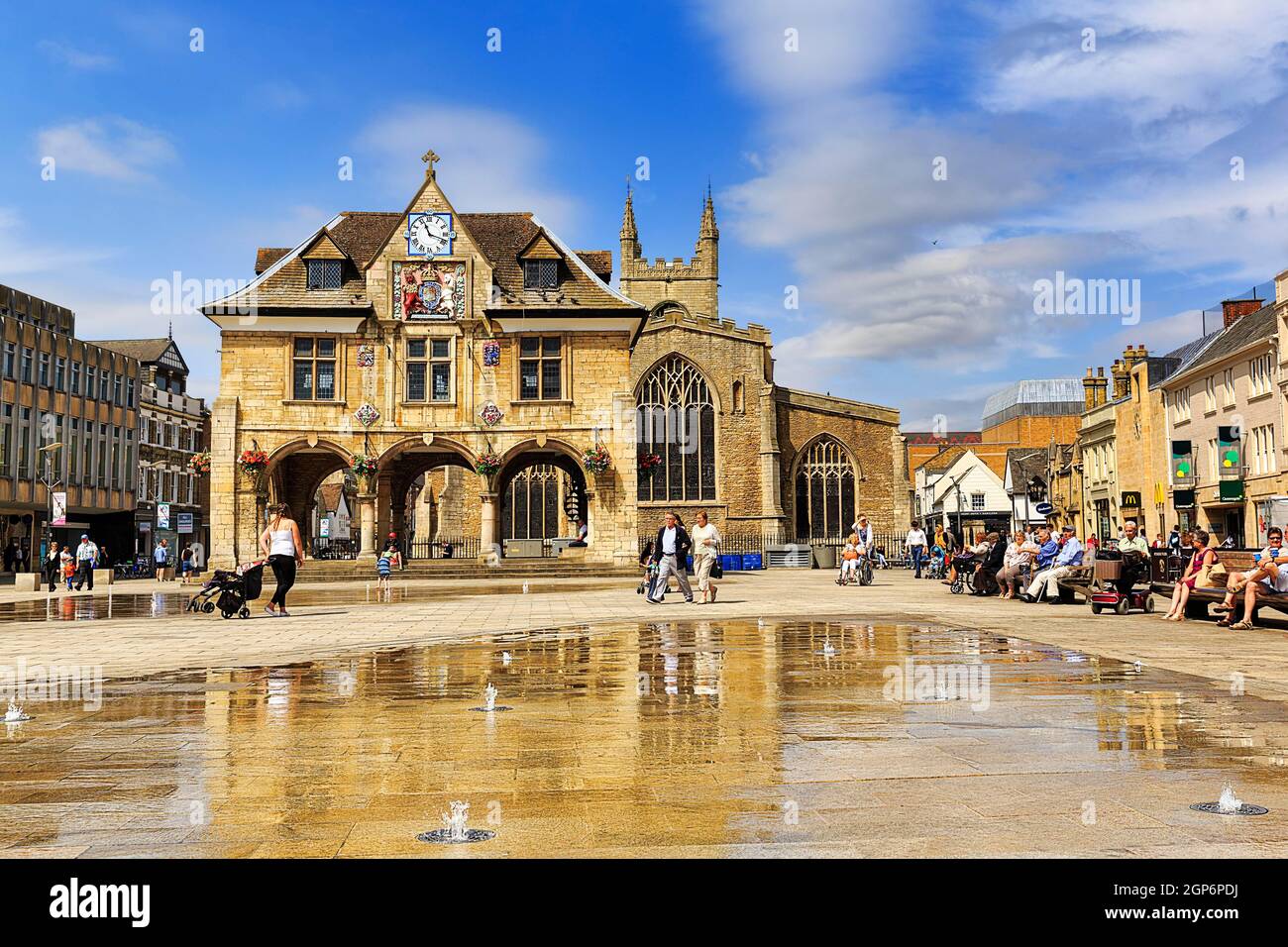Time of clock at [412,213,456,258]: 11:18
